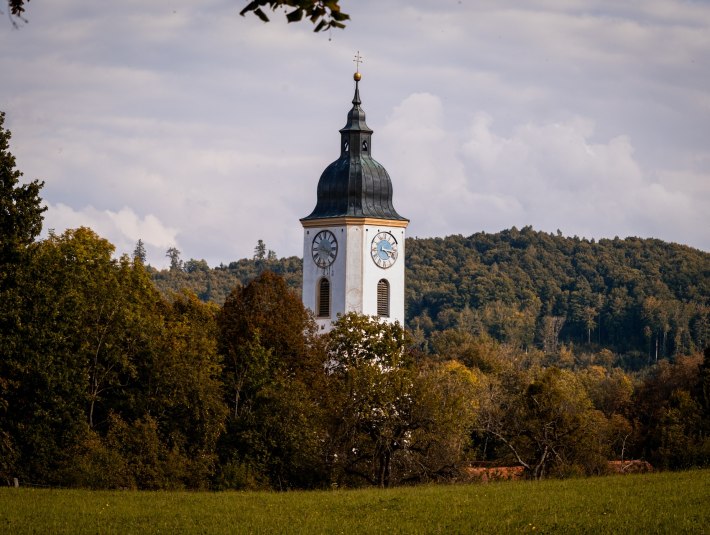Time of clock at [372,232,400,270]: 4:16
